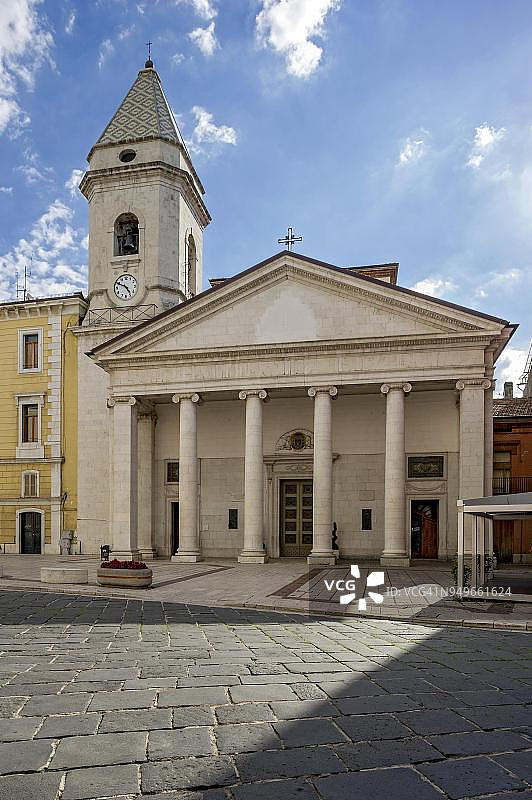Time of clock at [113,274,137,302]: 4:49
